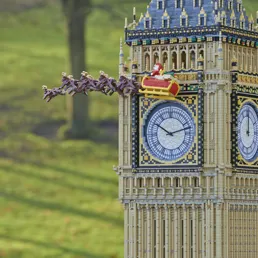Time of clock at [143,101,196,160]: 10:12
